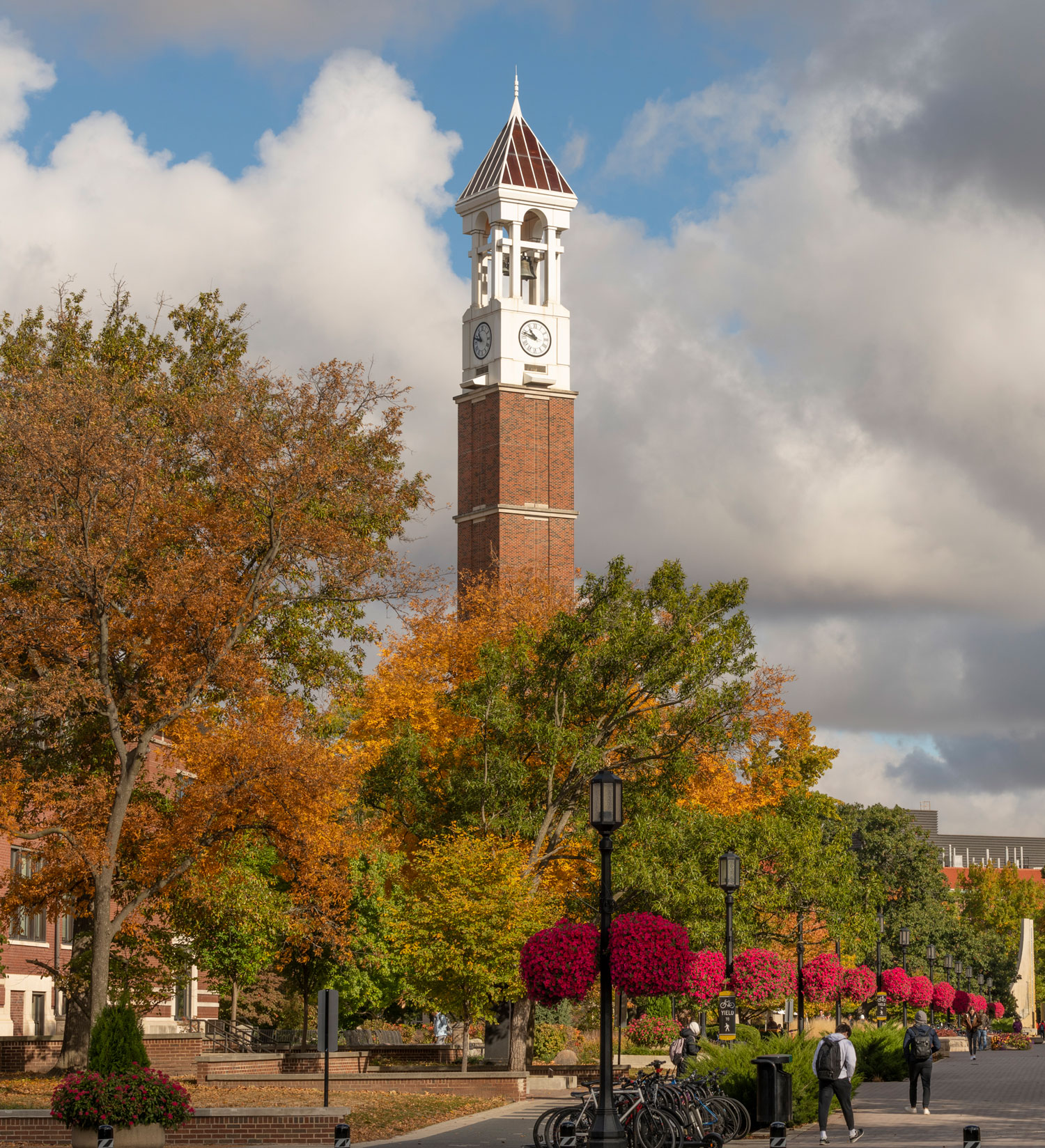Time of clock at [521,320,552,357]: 10:48
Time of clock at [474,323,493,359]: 10:47
